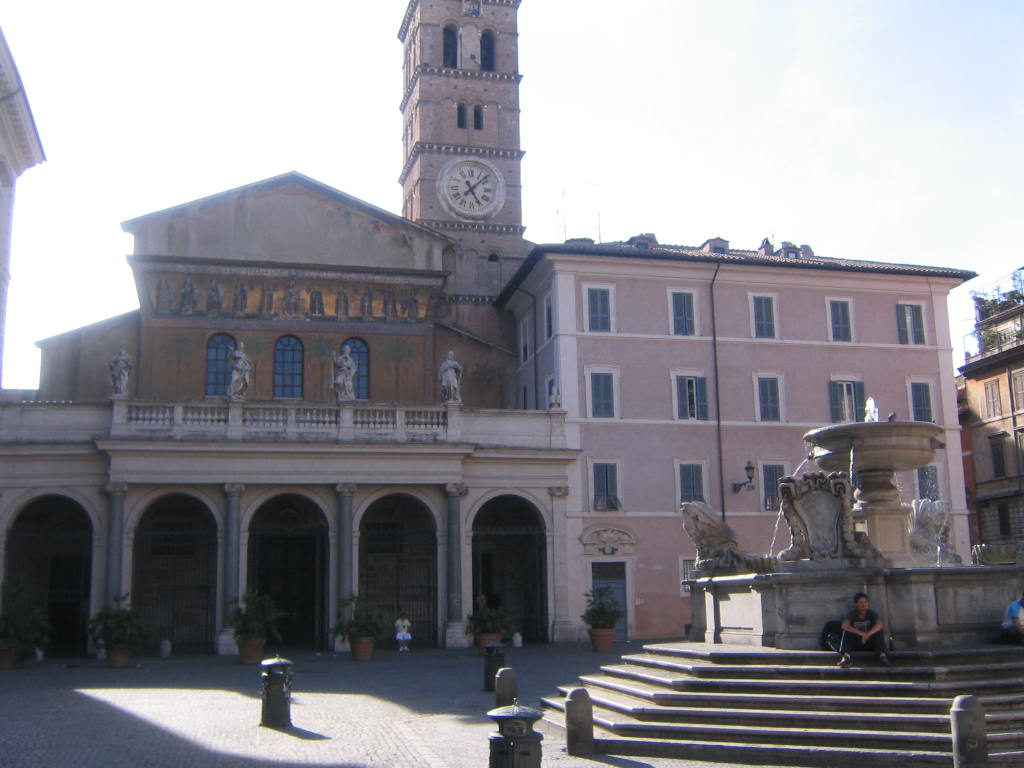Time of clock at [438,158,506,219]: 5:07
